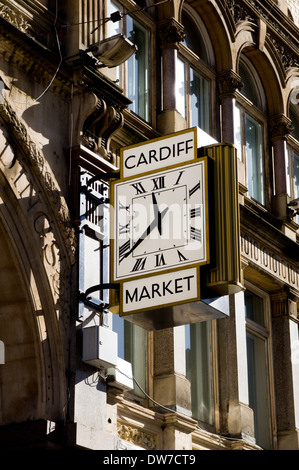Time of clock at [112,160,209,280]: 11:38
